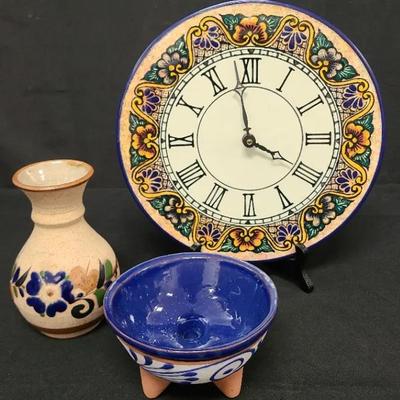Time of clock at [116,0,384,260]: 3:58
